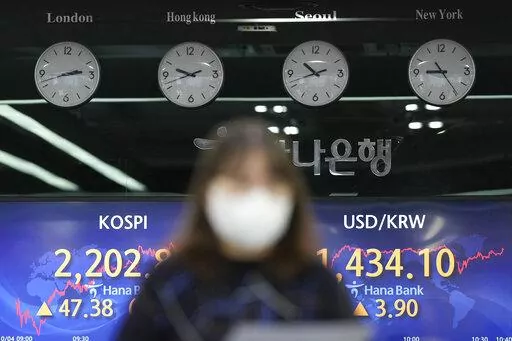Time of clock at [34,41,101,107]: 2:42
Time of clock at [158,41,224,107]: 9:42
